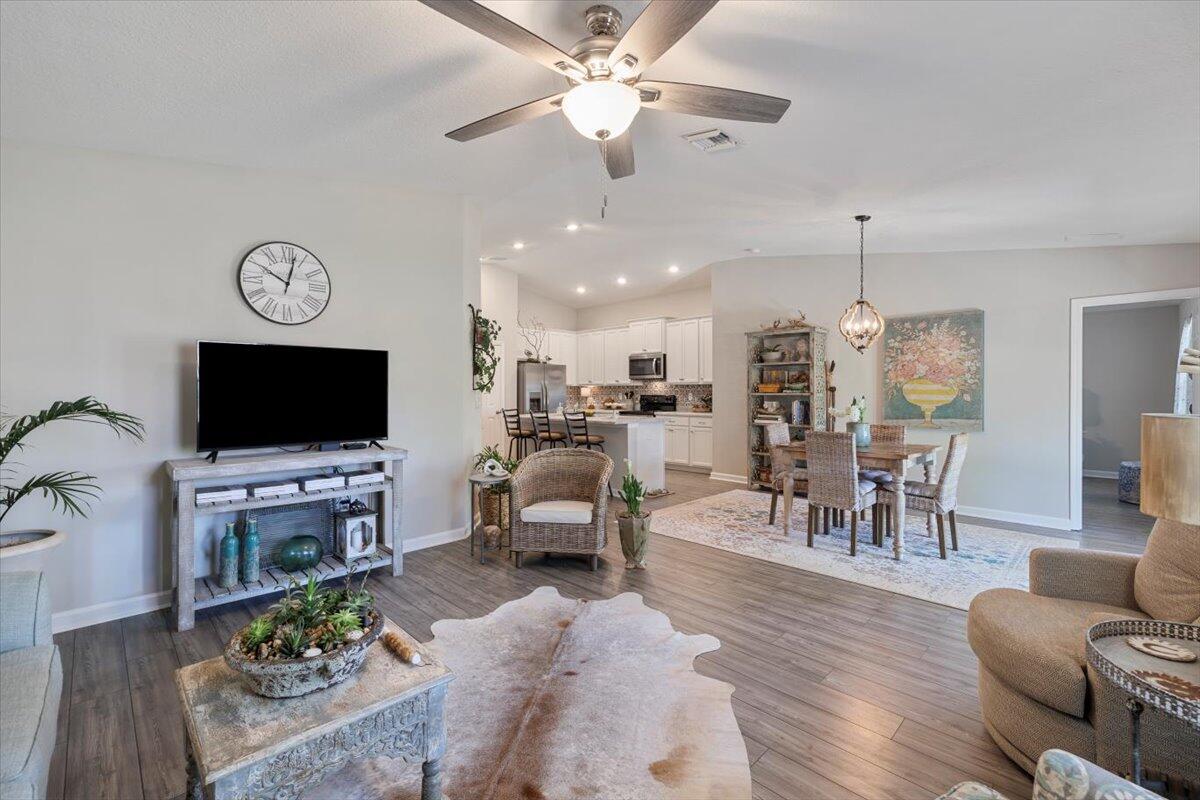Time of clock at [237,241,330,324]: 10:02
